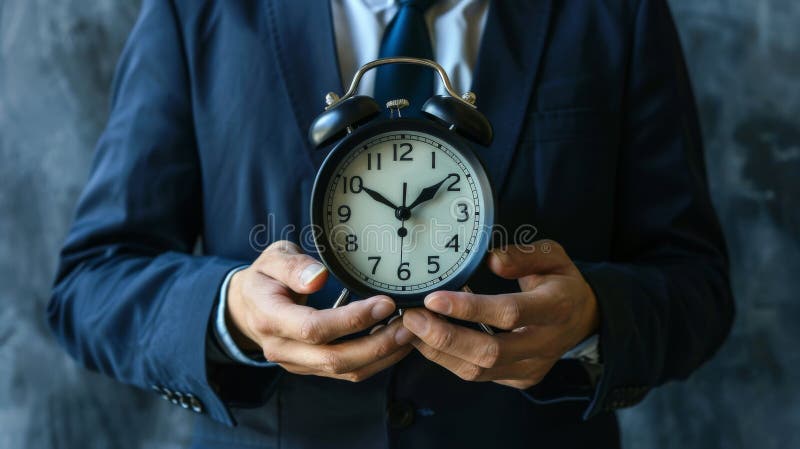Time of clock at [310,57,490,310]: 1:50
